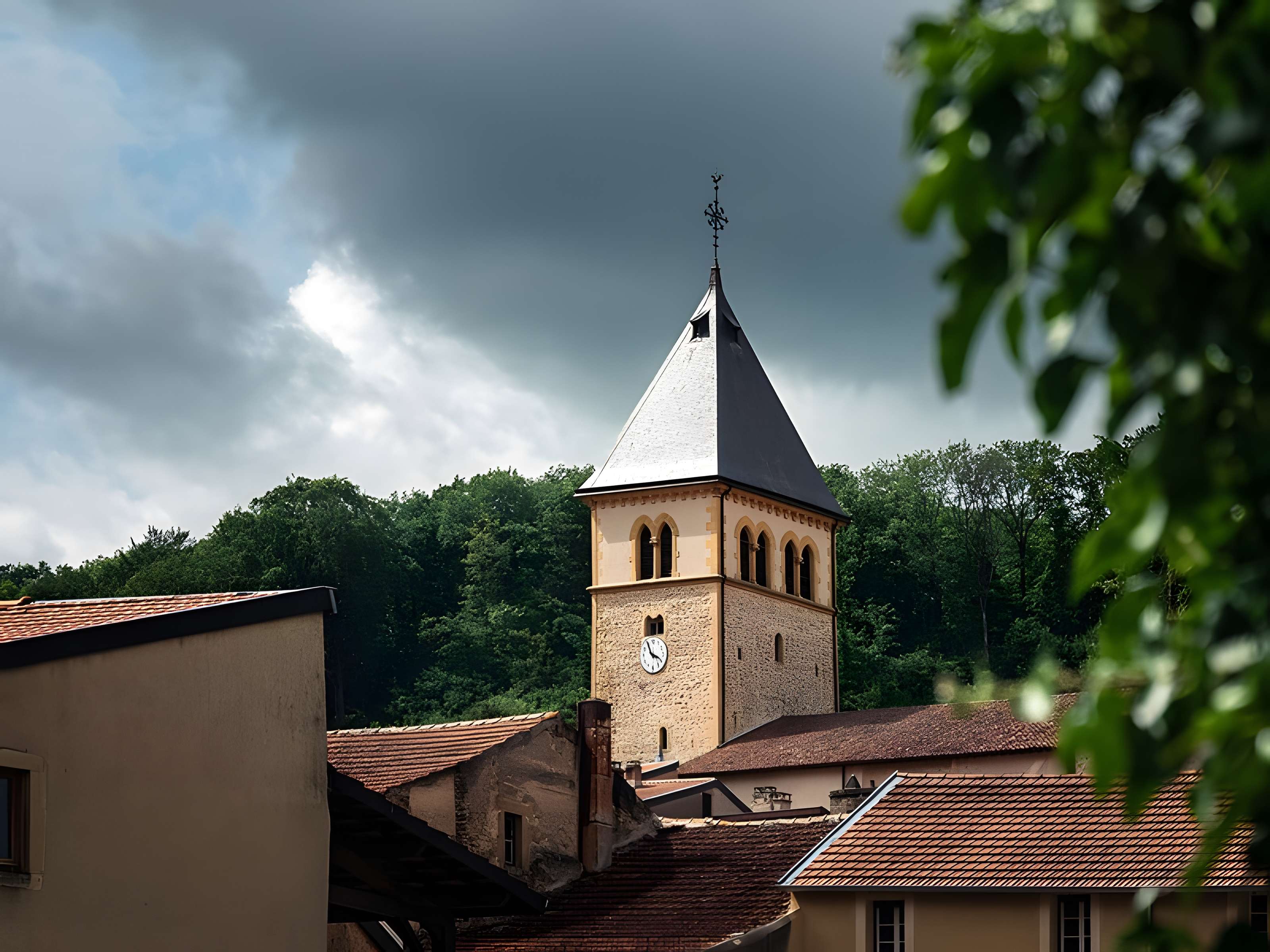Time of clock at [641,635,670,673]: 3:55
